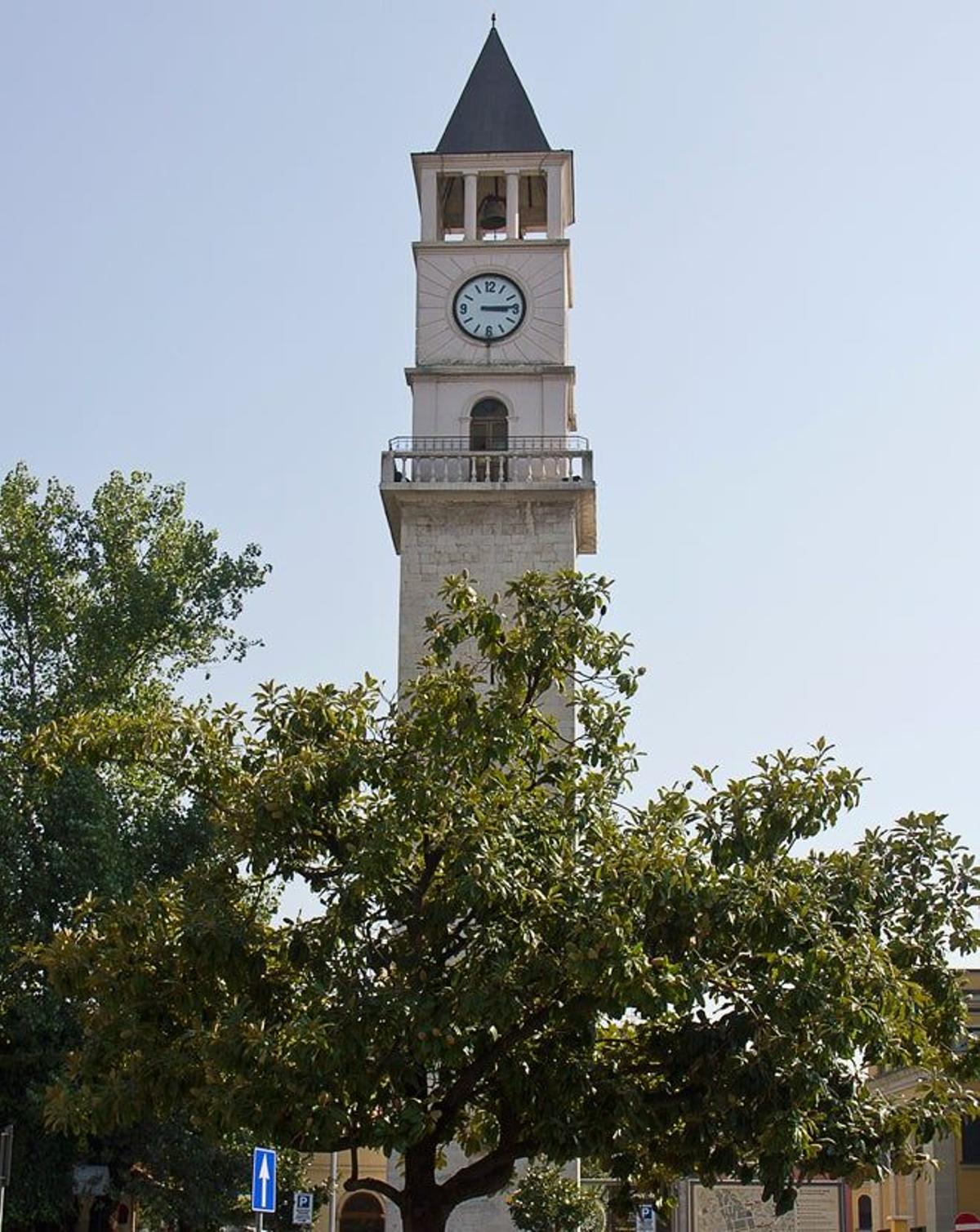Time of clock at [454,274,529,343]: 3:14
